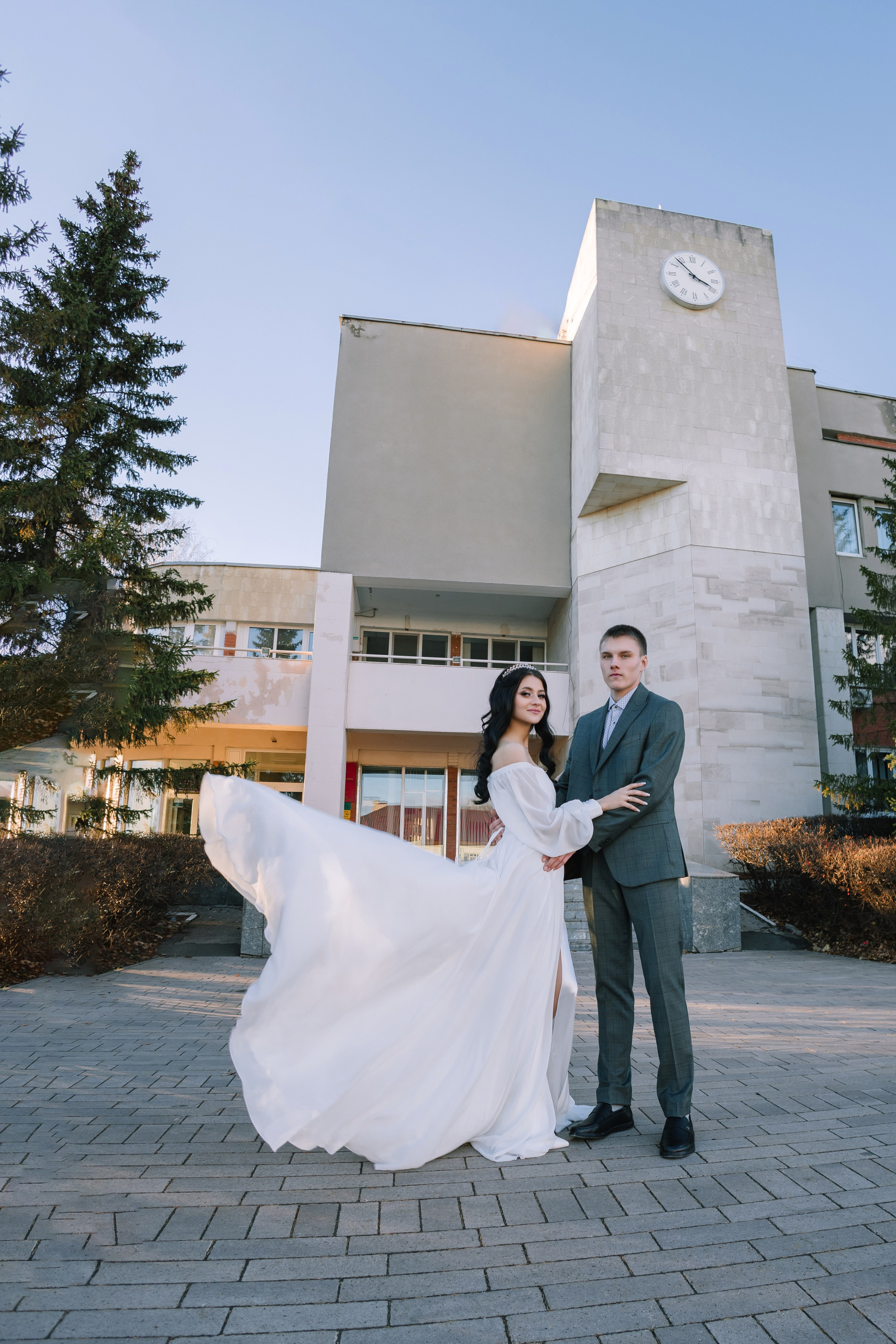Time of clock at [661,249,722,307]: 3:53
